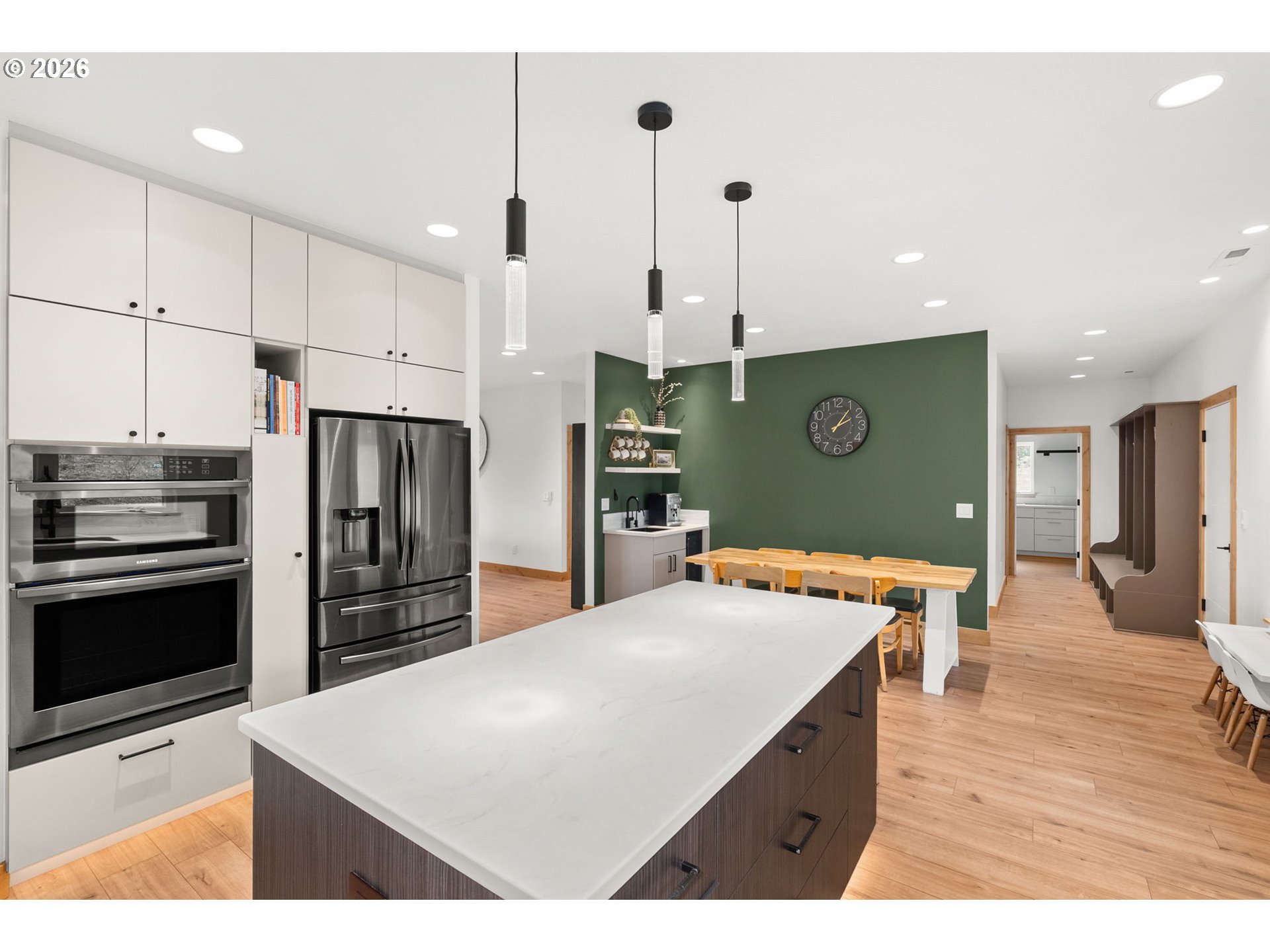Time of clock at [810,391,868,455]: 2:06
